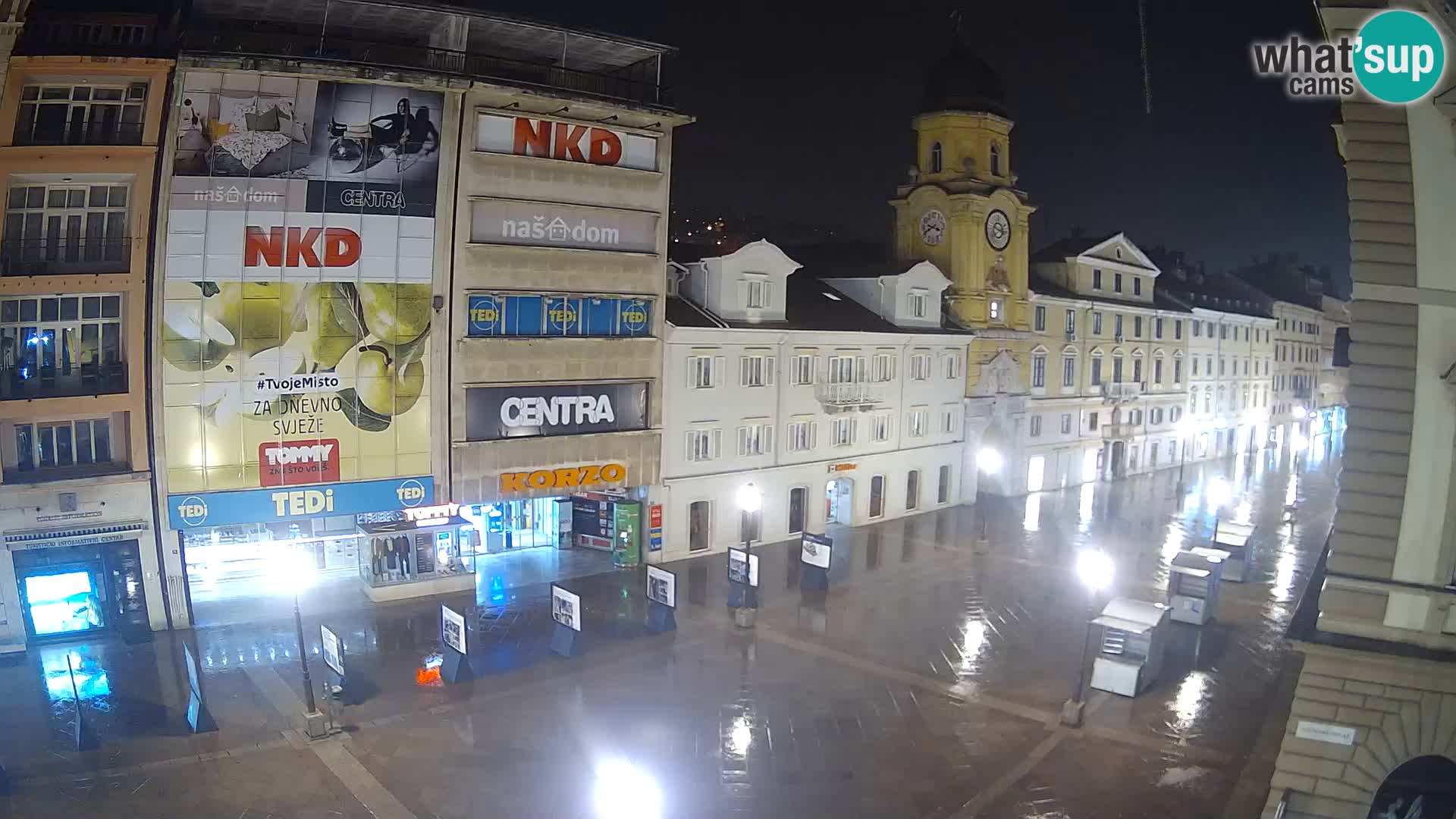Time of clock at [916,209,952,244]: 3:40
